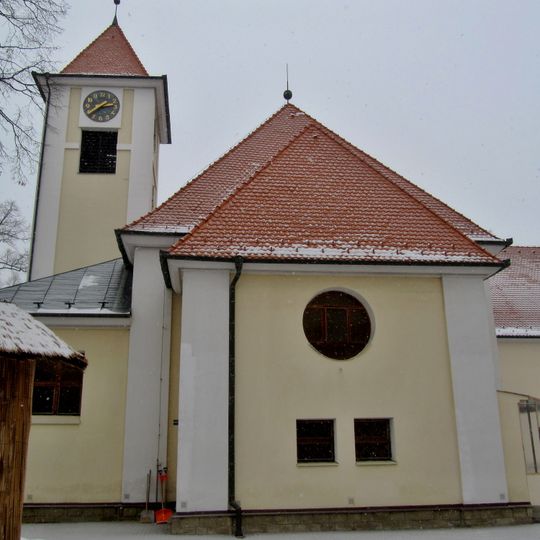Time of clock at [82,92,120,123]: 2:38
